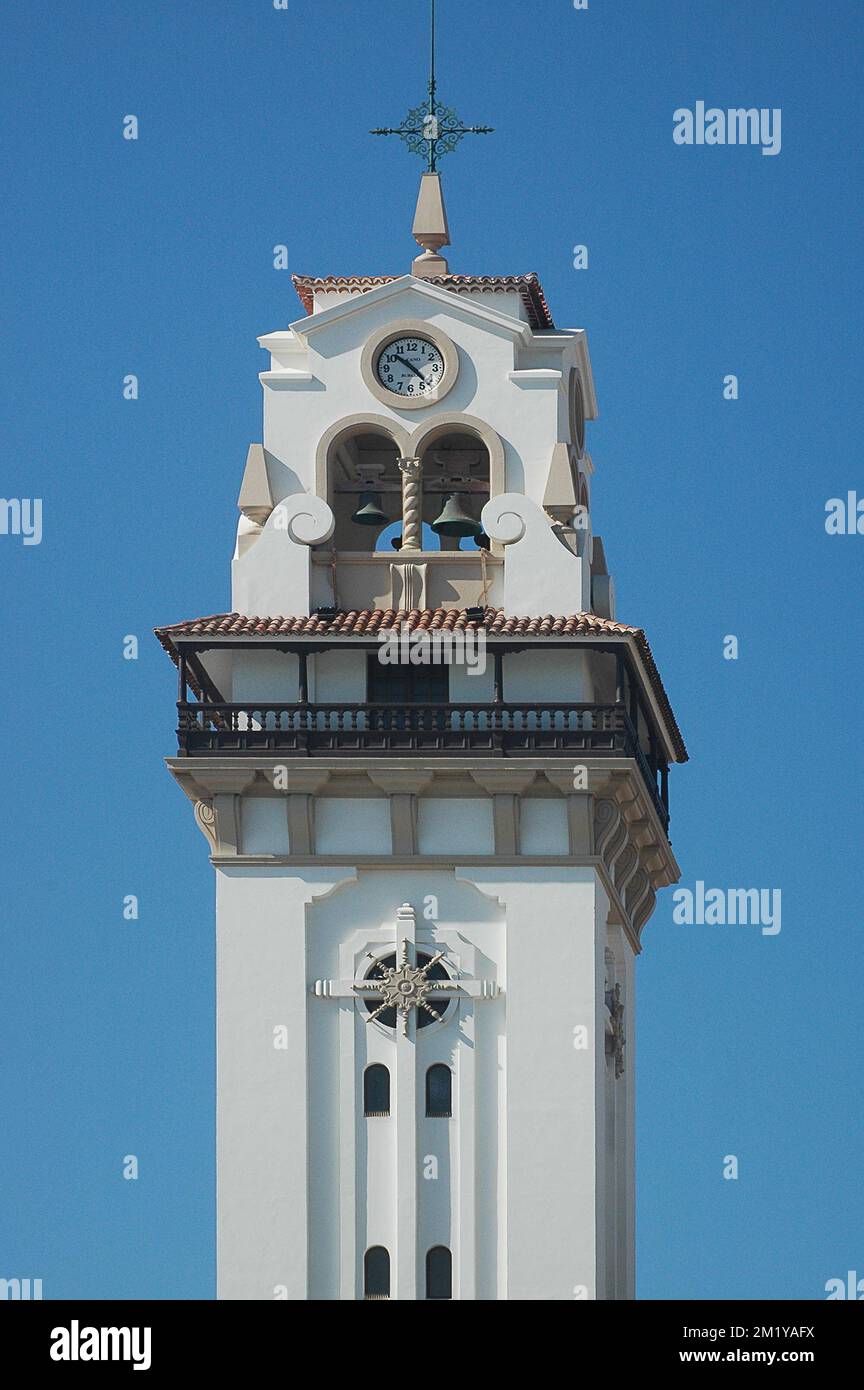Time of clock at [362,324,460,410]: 10:22
